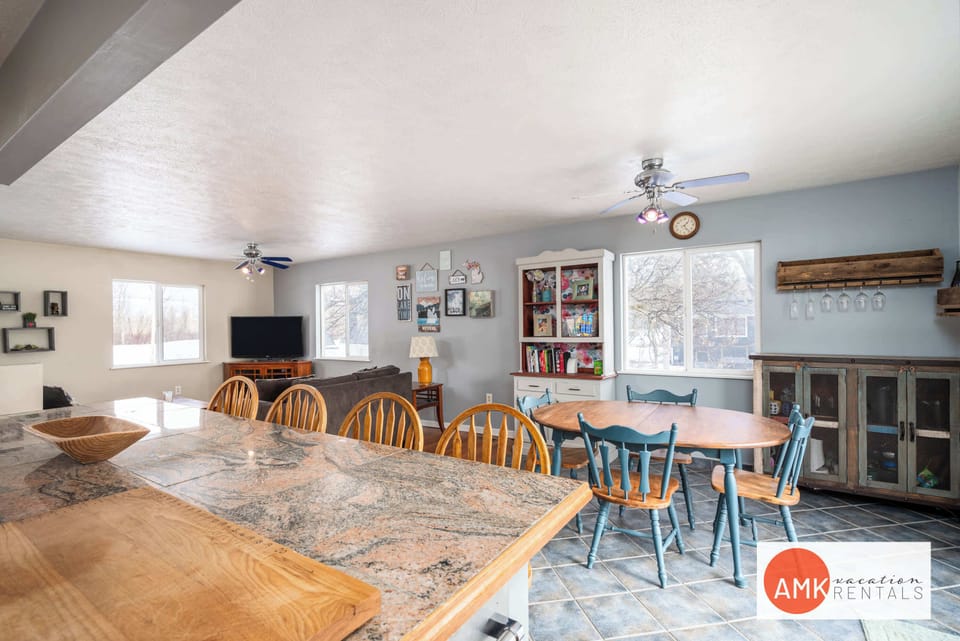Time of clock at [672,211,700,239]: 1:24
